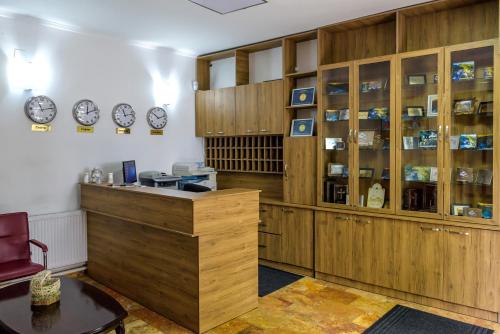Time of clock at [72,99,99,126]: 12:11
